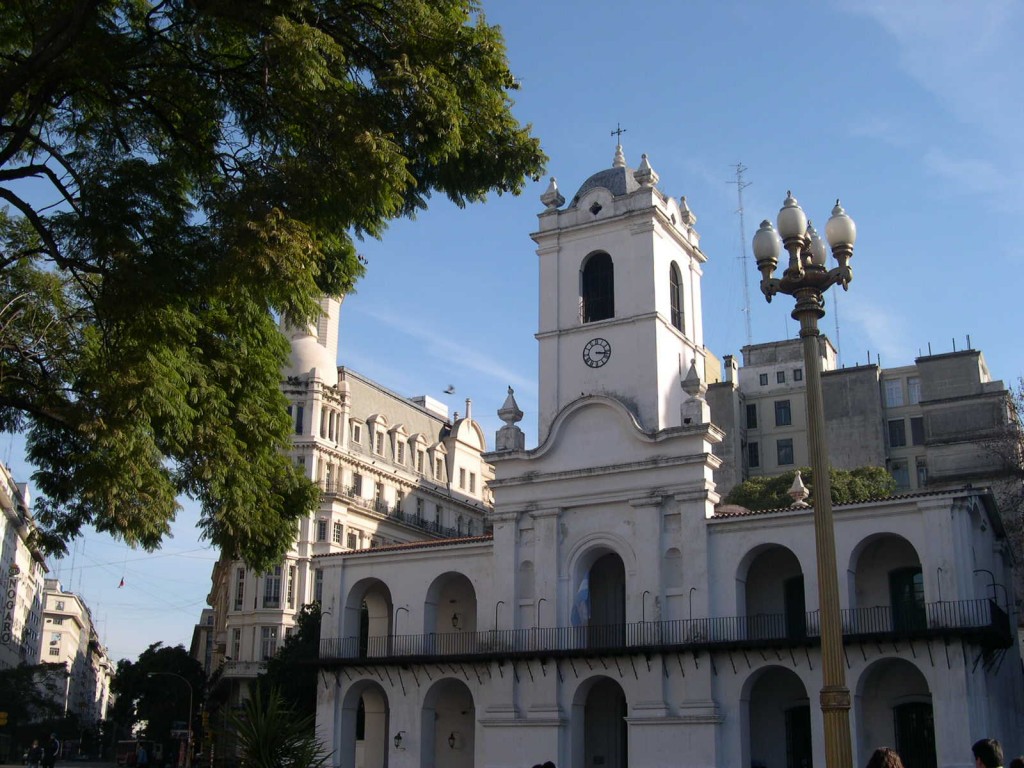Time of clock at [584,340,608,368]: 3:16
